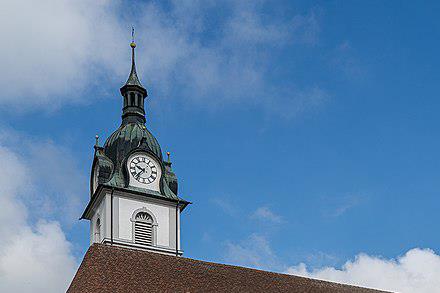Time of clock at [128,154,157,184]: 9:37
